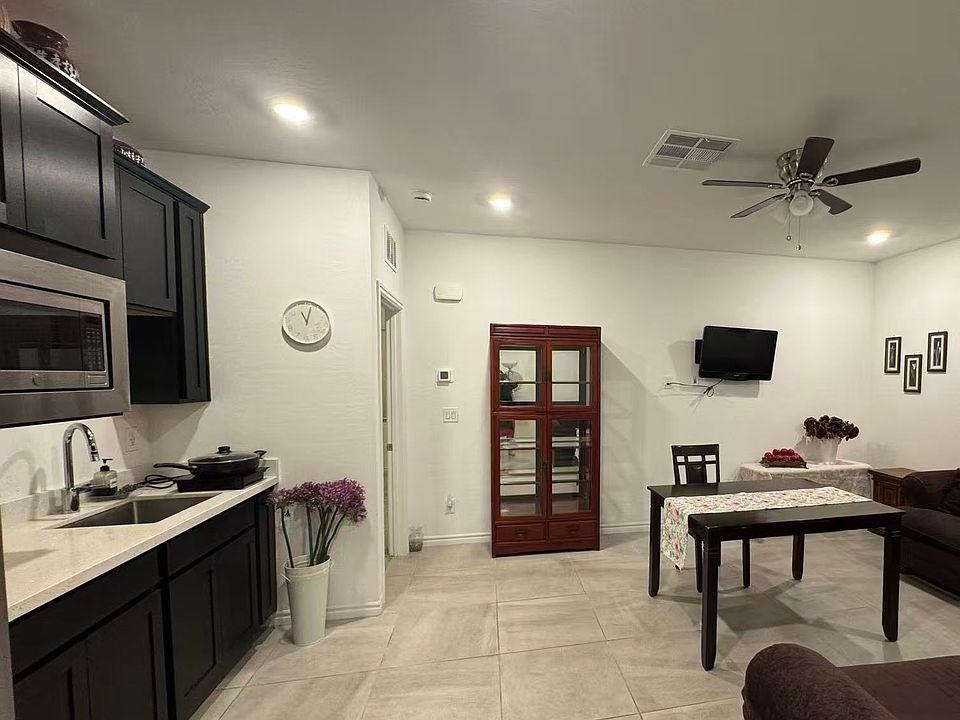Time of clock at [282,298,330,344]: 11:02
